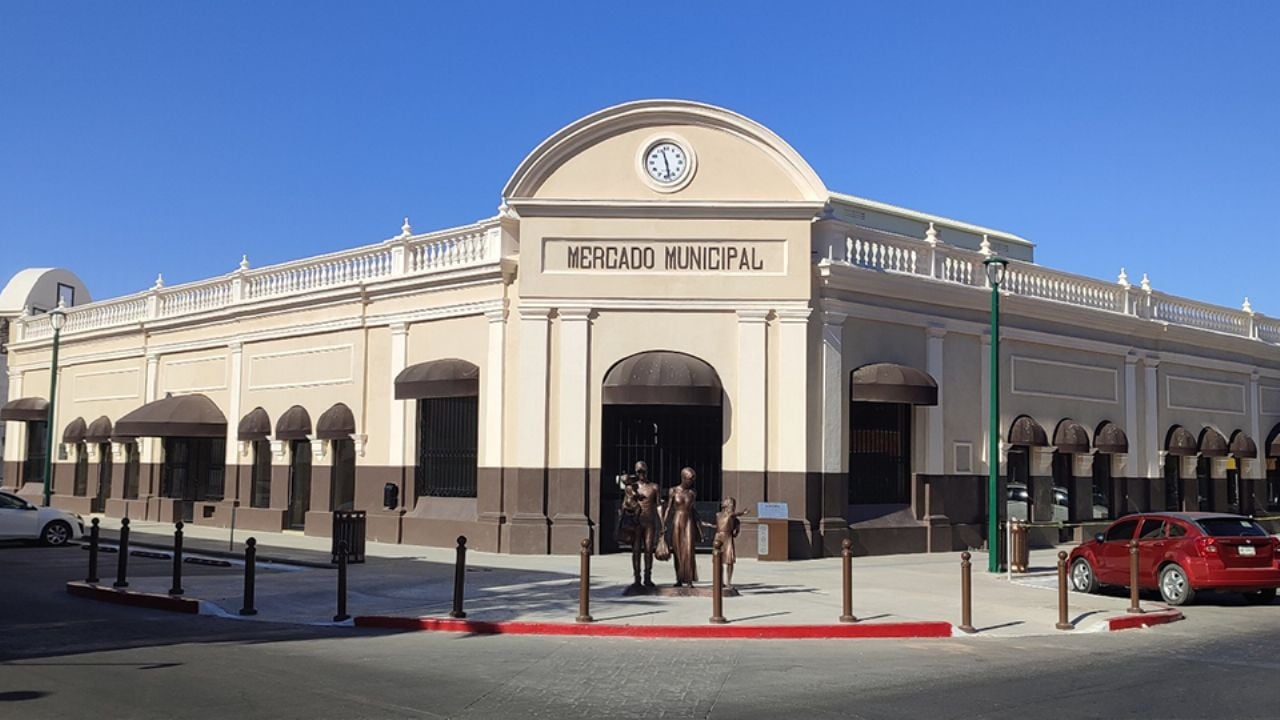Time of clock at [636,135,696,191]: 11:28
